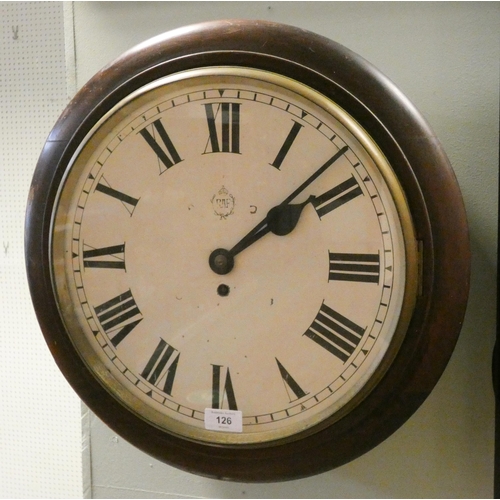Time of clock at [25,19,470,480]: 2:08
